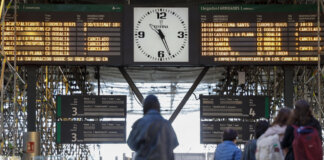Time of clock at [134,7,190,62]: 4:26
